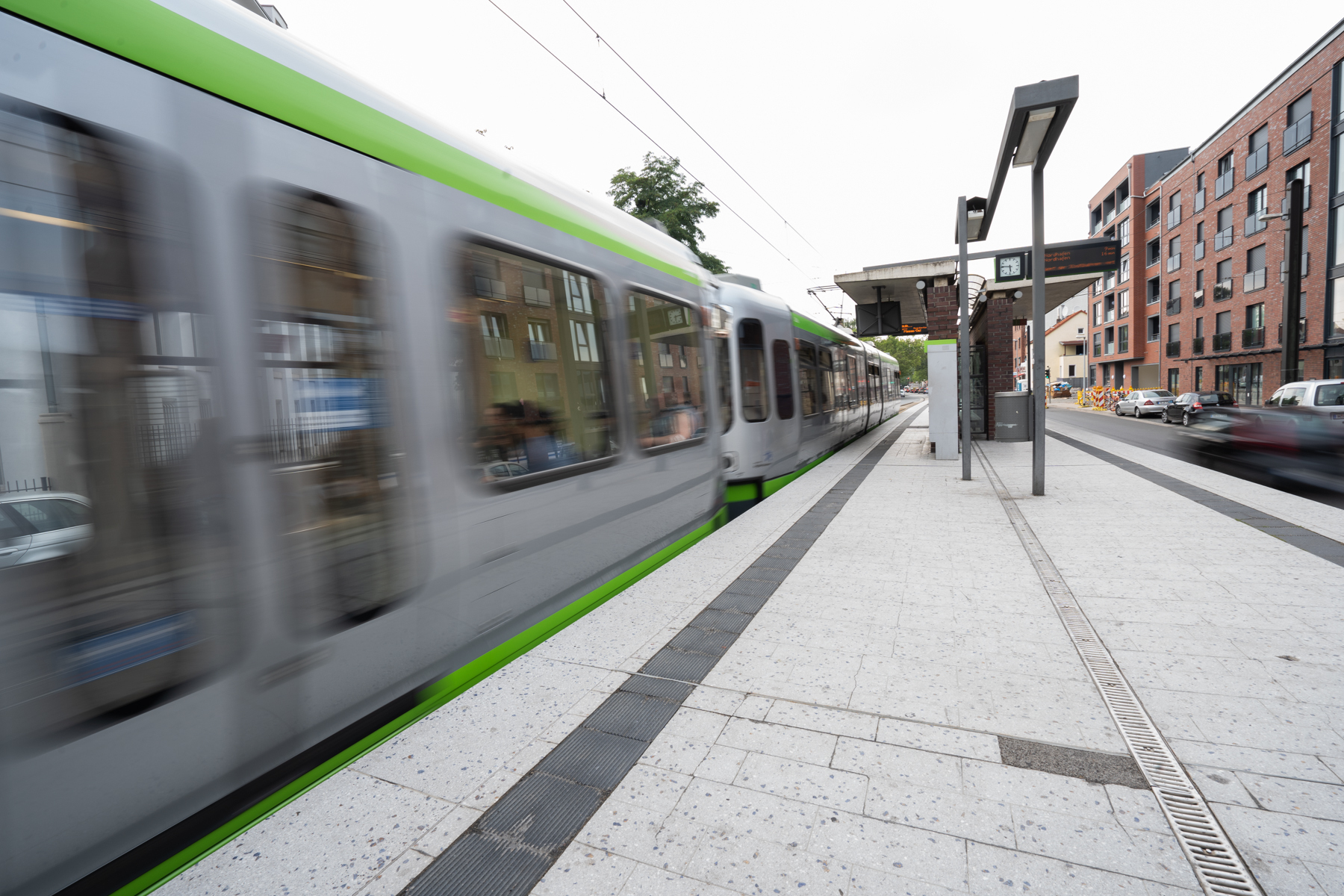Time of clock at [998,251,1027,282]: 5:45
